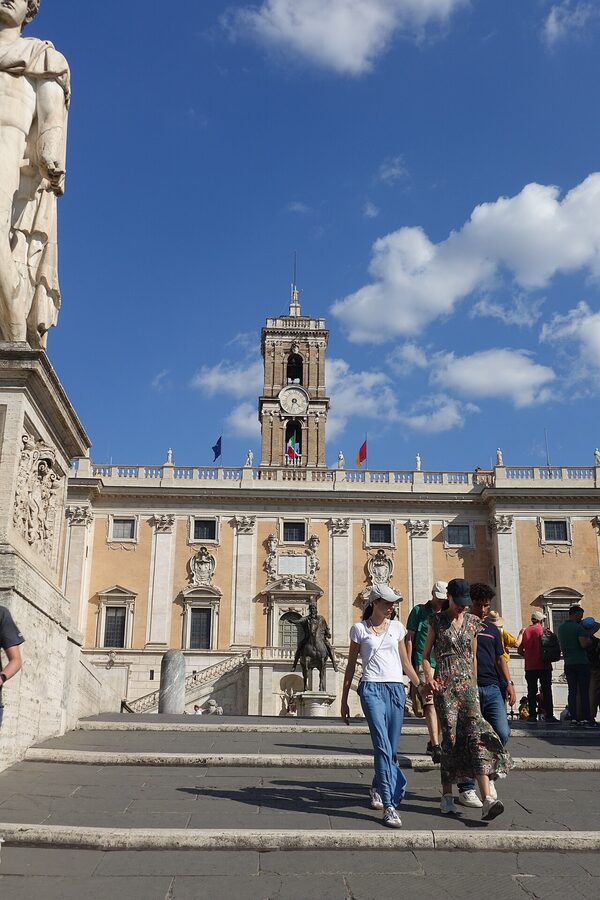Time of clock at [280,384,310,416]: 4:32
